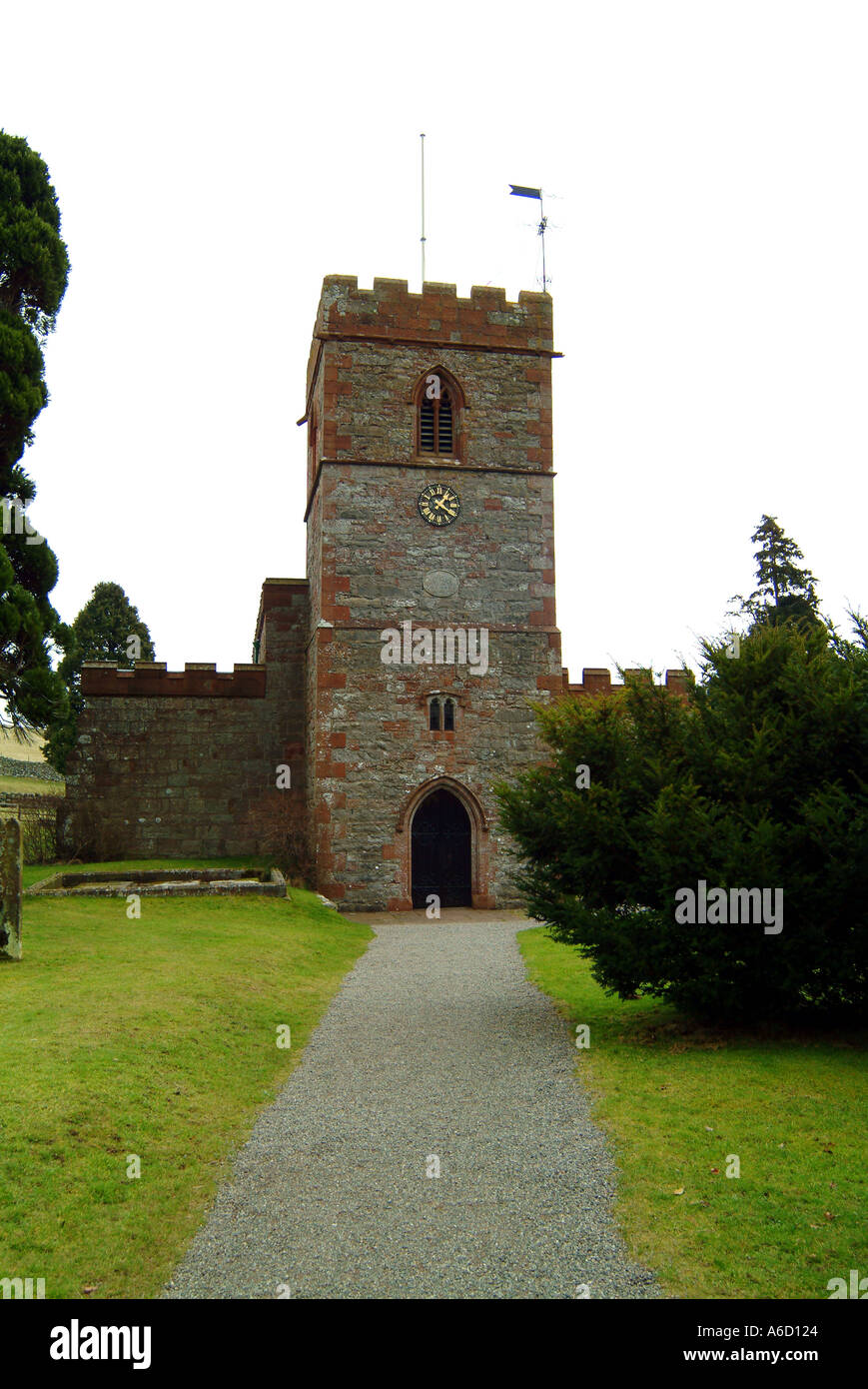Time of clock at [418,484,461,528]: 1:20
